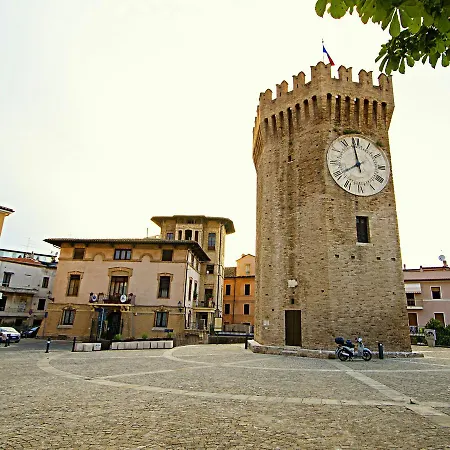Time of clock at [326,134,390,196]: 7:58
